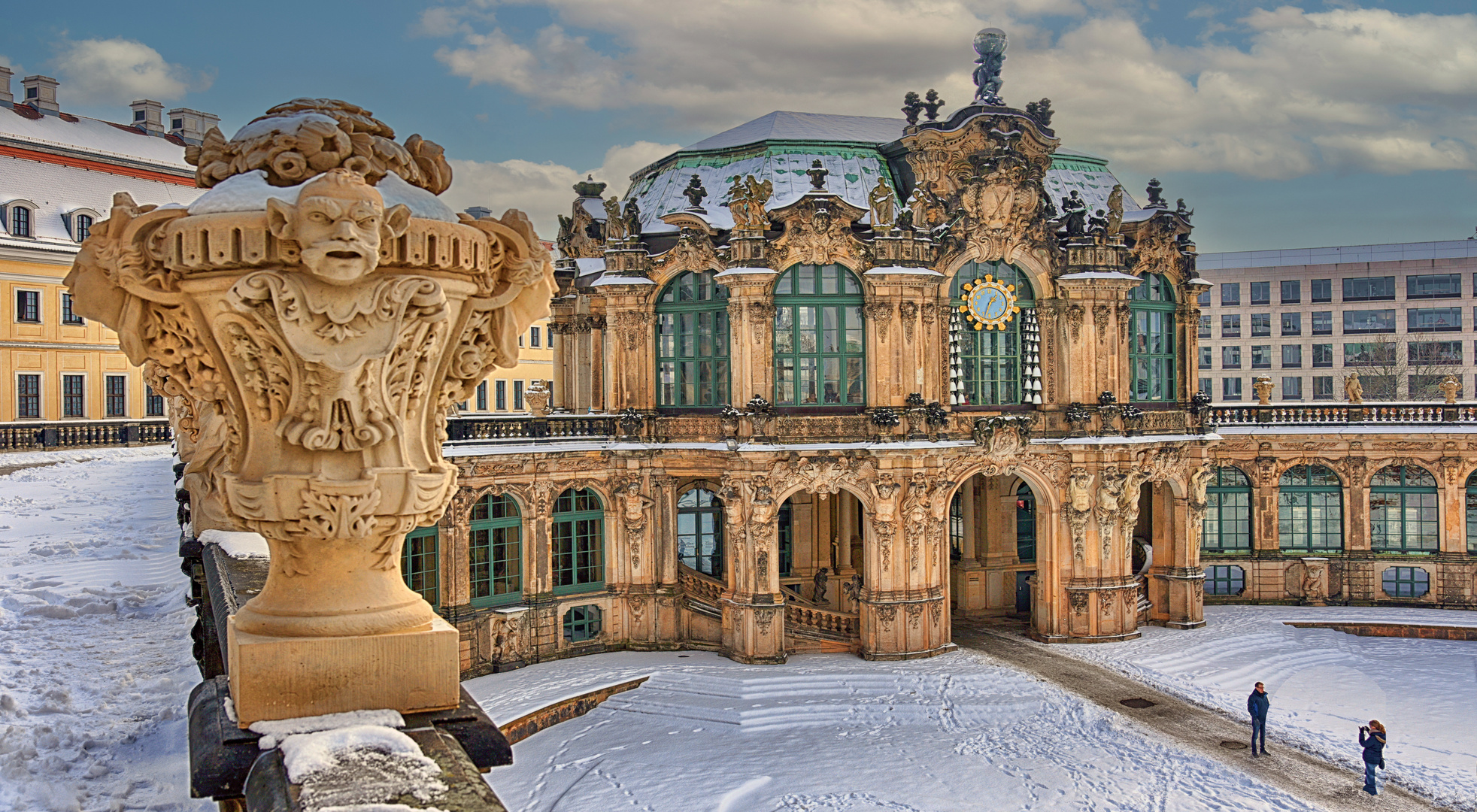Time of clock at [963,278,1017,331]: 1:33
